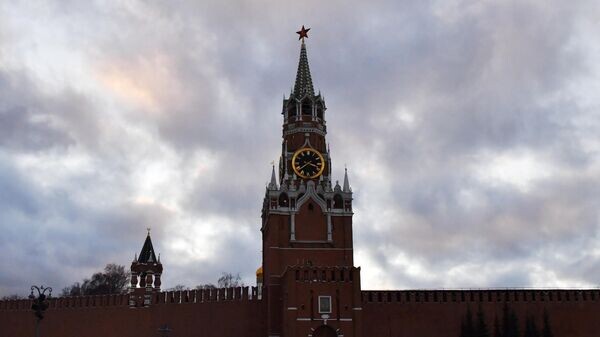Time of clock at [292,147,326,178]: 3:38
